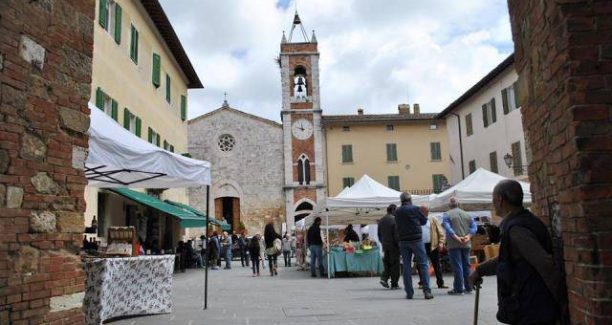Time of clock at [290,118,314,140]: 11:47
